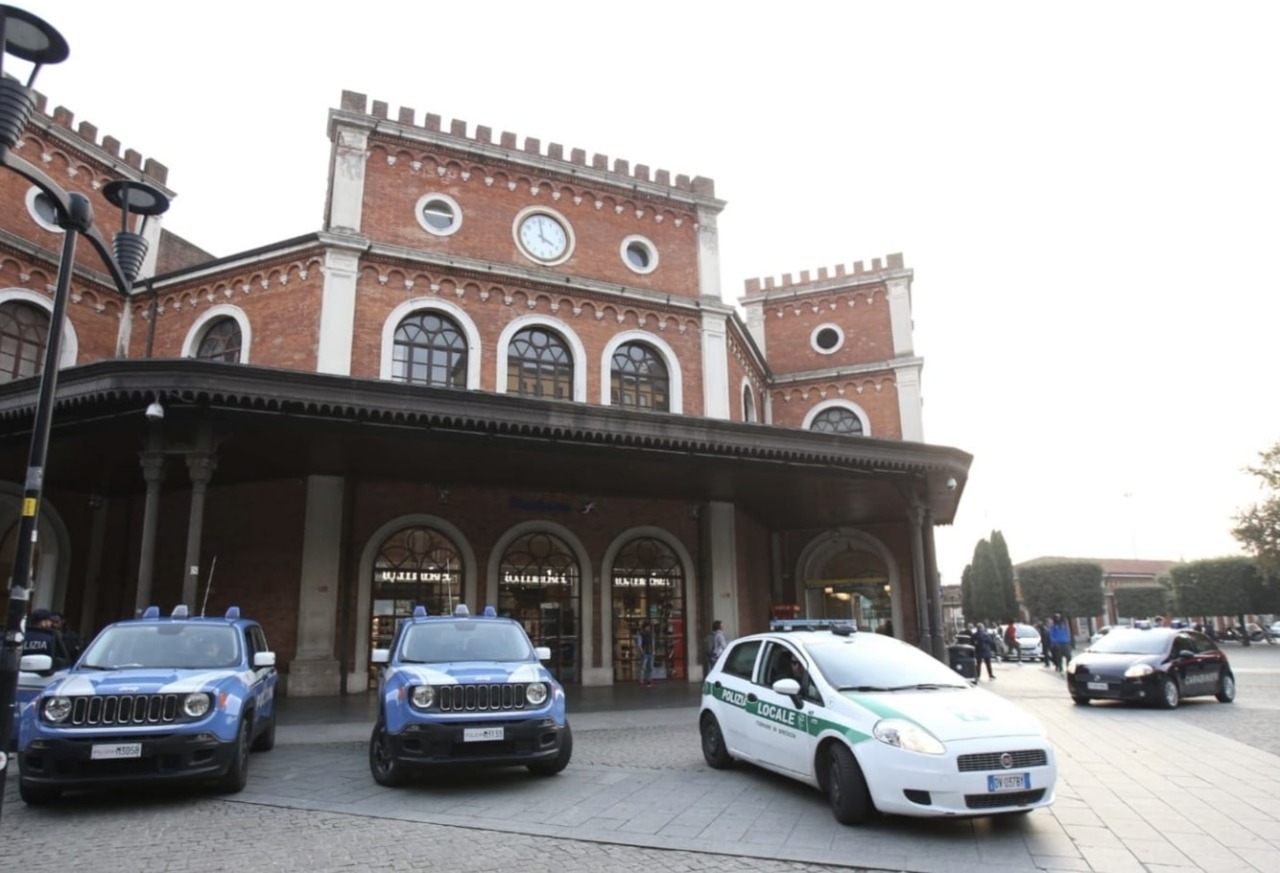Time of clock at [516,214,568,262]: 3:58
